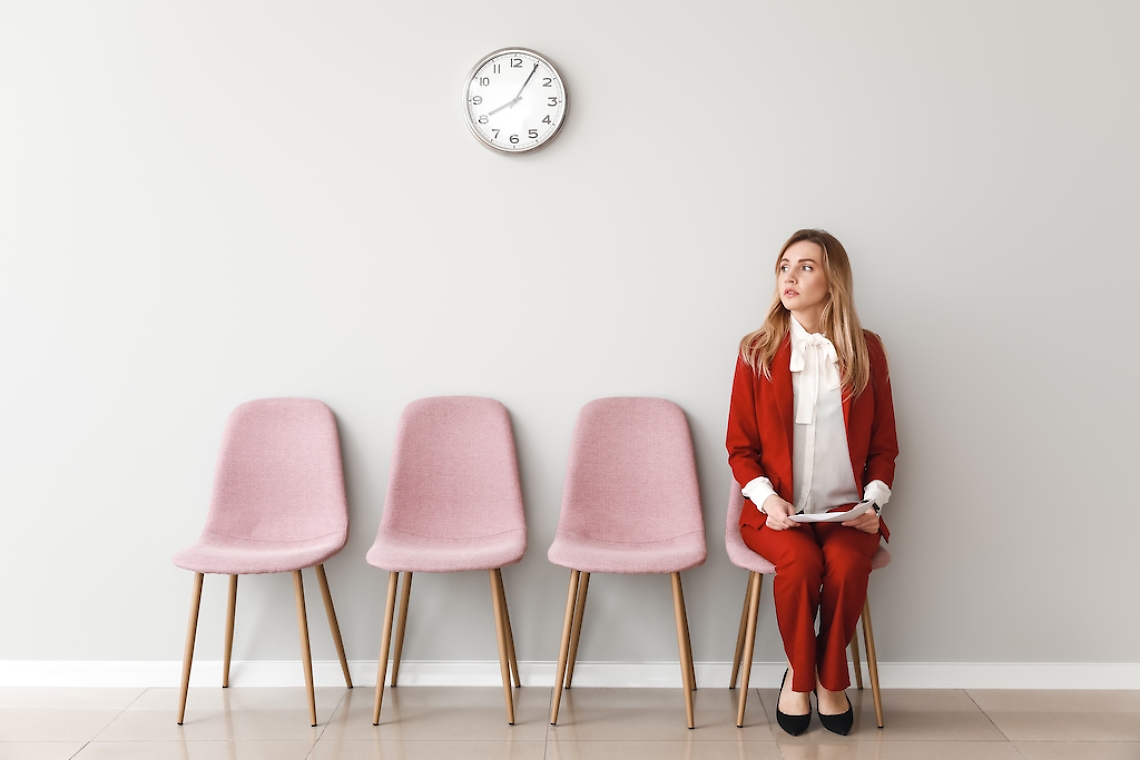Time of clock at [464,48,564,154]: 8:05
